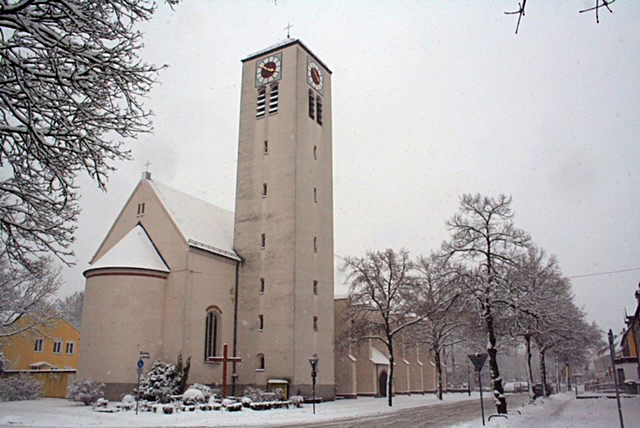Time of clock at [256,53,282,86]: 3:50
